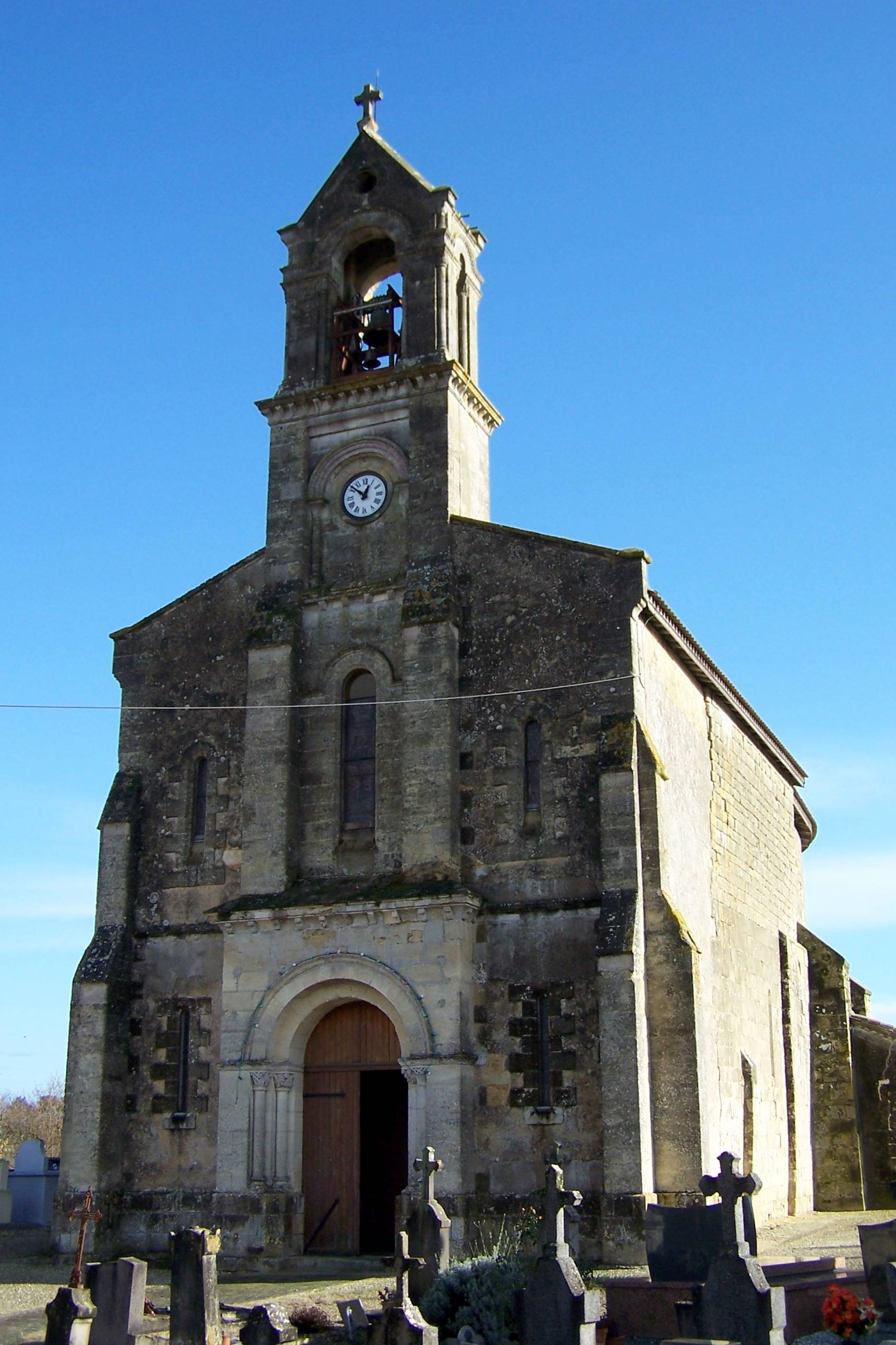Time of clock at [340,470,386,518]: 12:51
